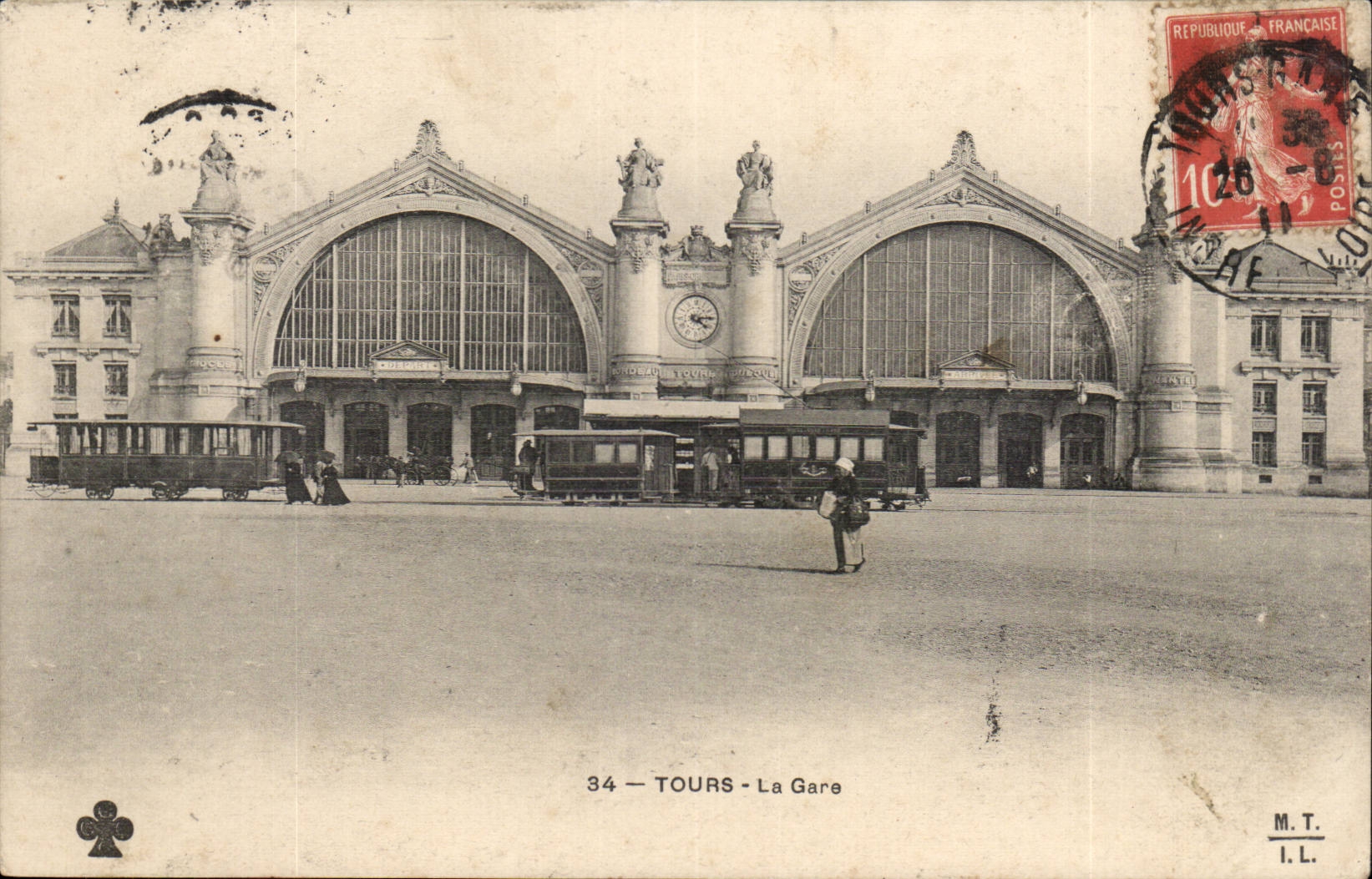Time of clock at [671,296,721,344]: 4:14
